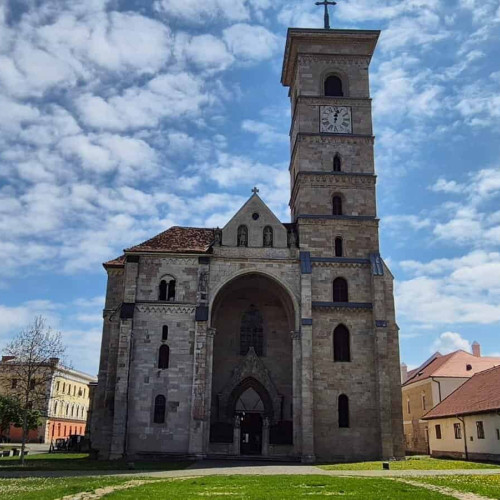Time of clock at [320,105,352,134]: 12:02
